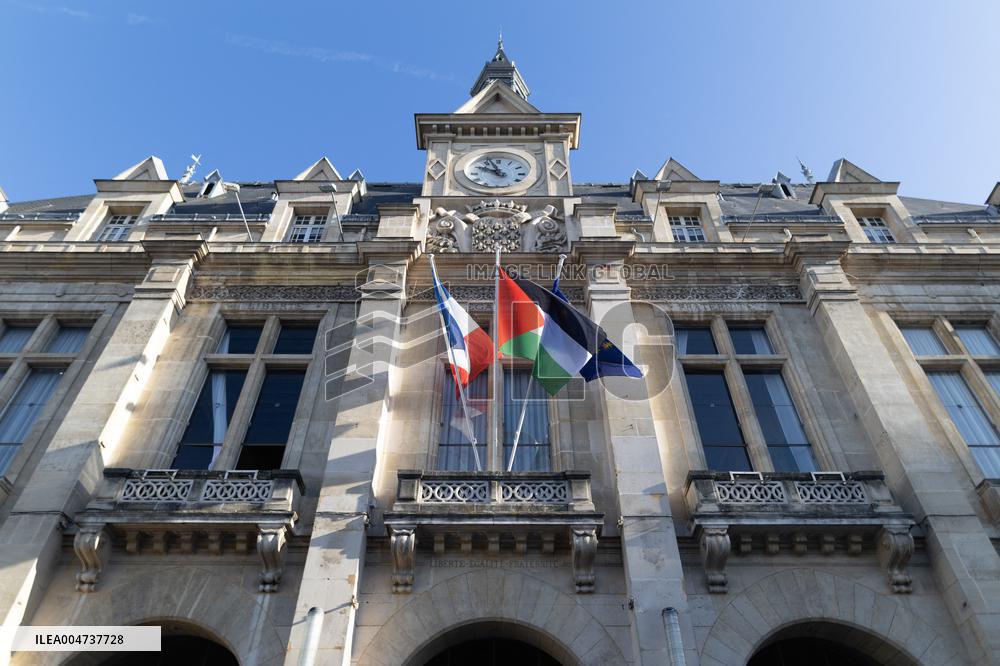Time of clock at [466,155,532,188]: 9:56
